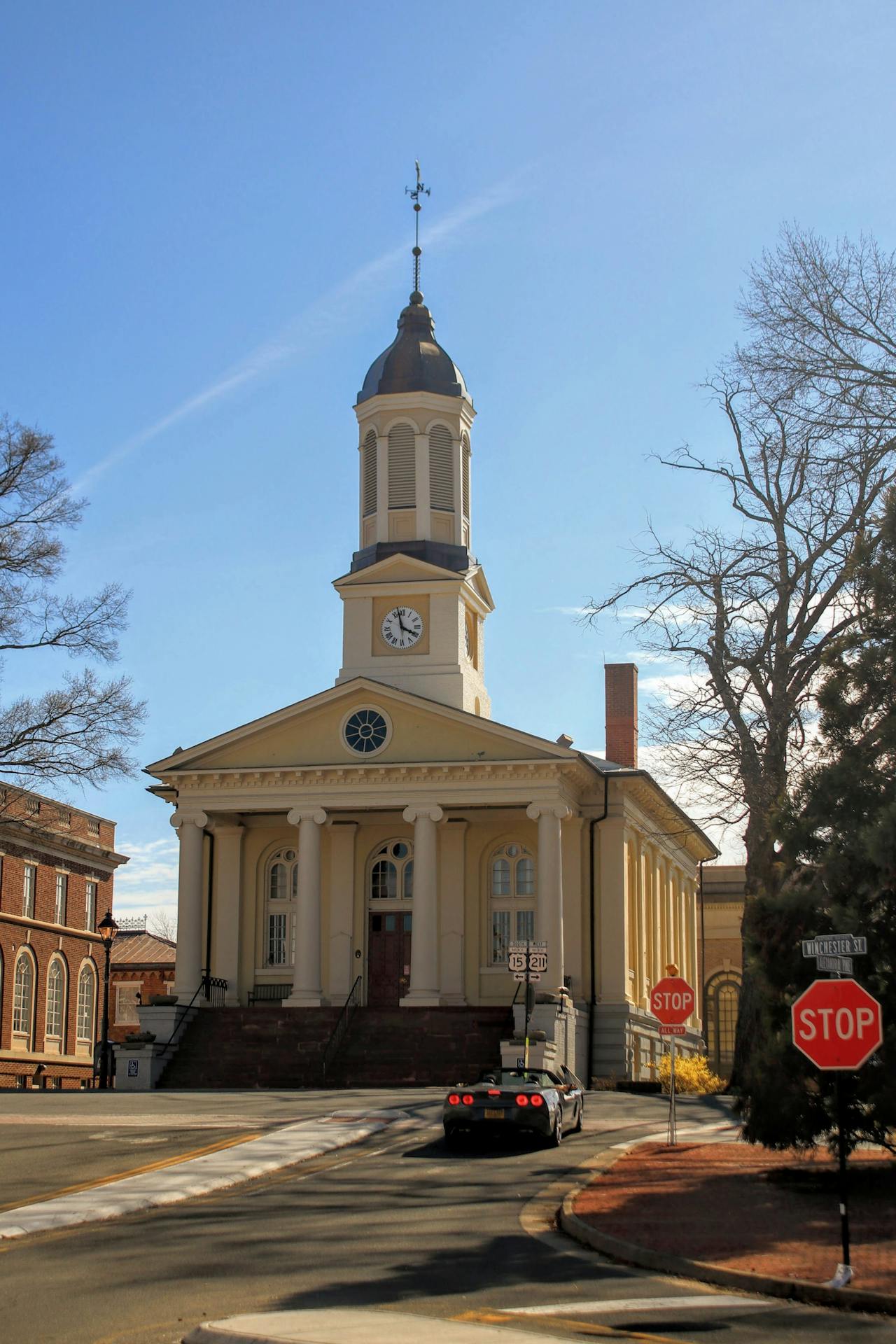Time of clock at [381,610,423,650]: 3:57
